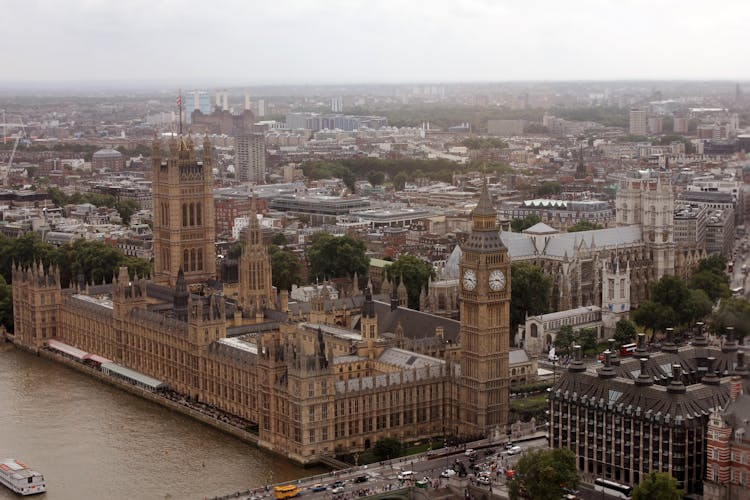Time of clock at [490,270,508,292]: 3:43
